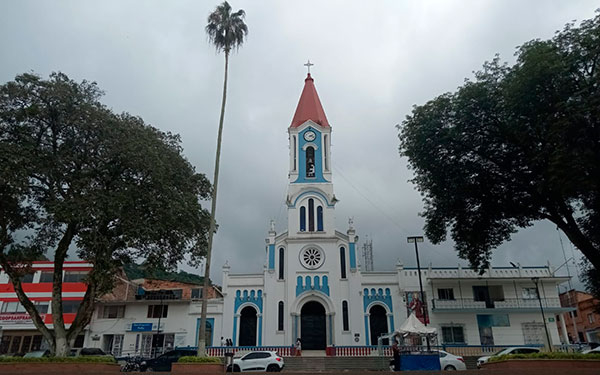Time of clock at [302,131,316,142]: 2:18
